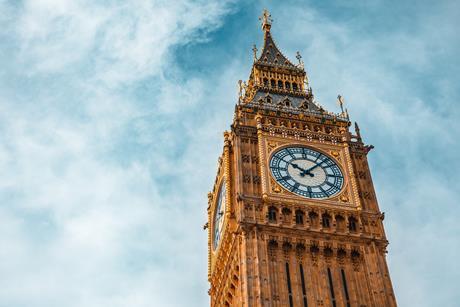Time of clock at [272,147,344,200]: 10:07
